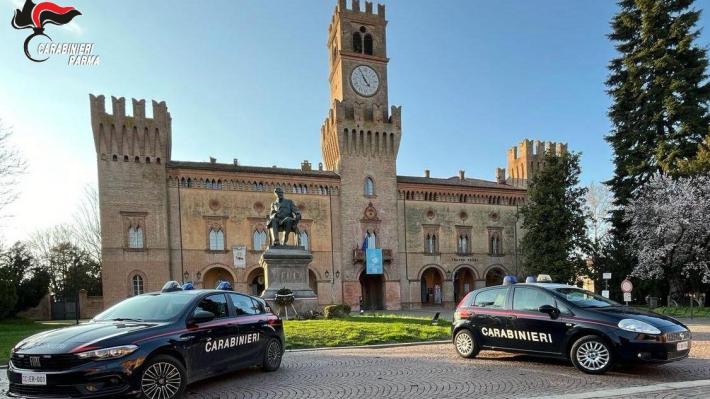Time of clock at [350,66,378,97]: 4:55
